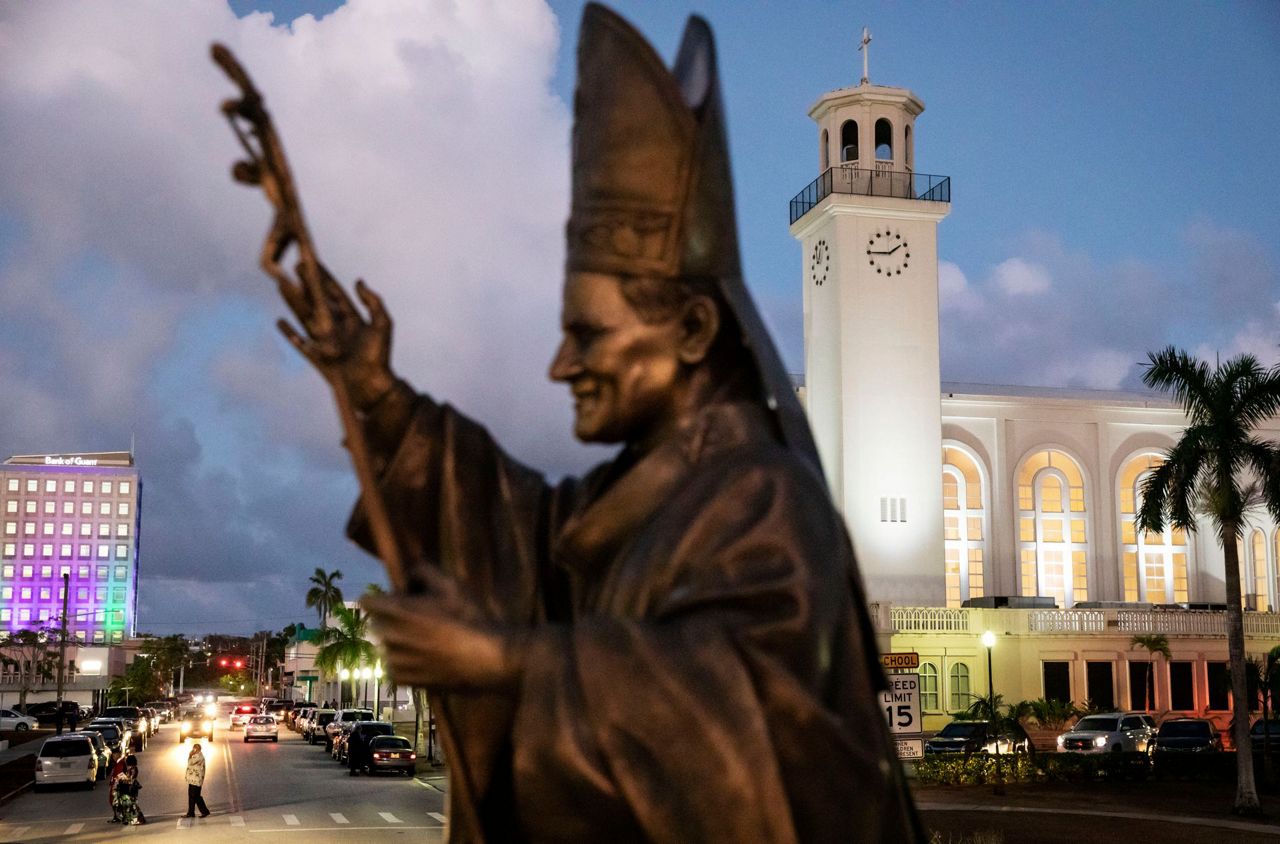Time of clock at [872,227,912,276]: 1:45
